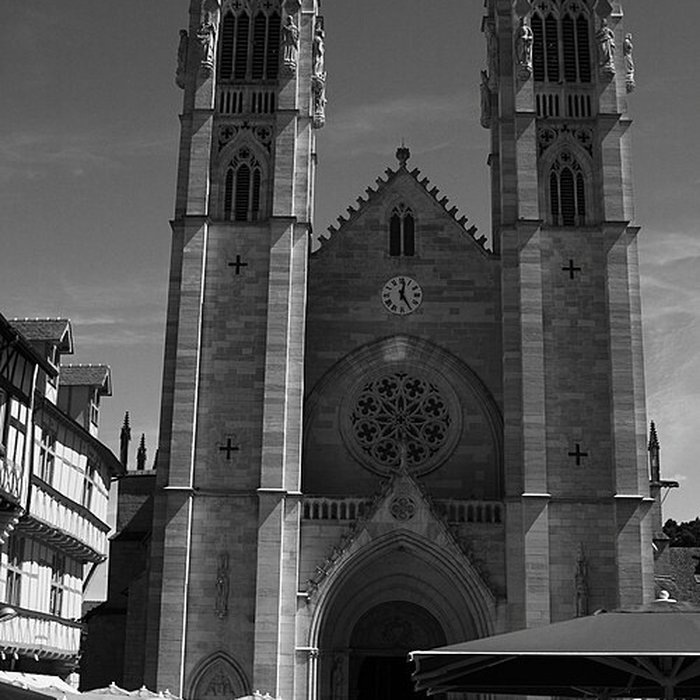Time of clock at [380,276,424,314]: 12:24
